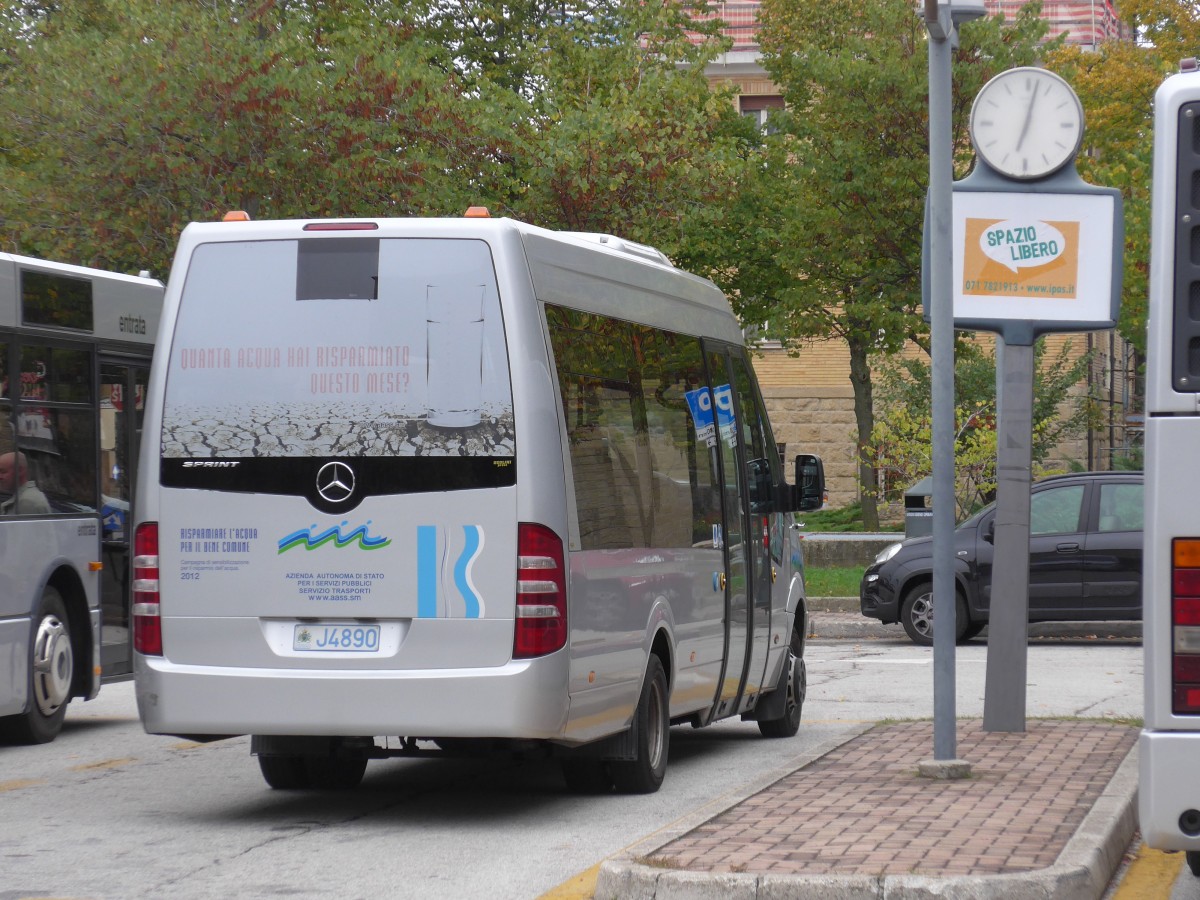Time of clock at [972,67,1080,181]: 12:32
